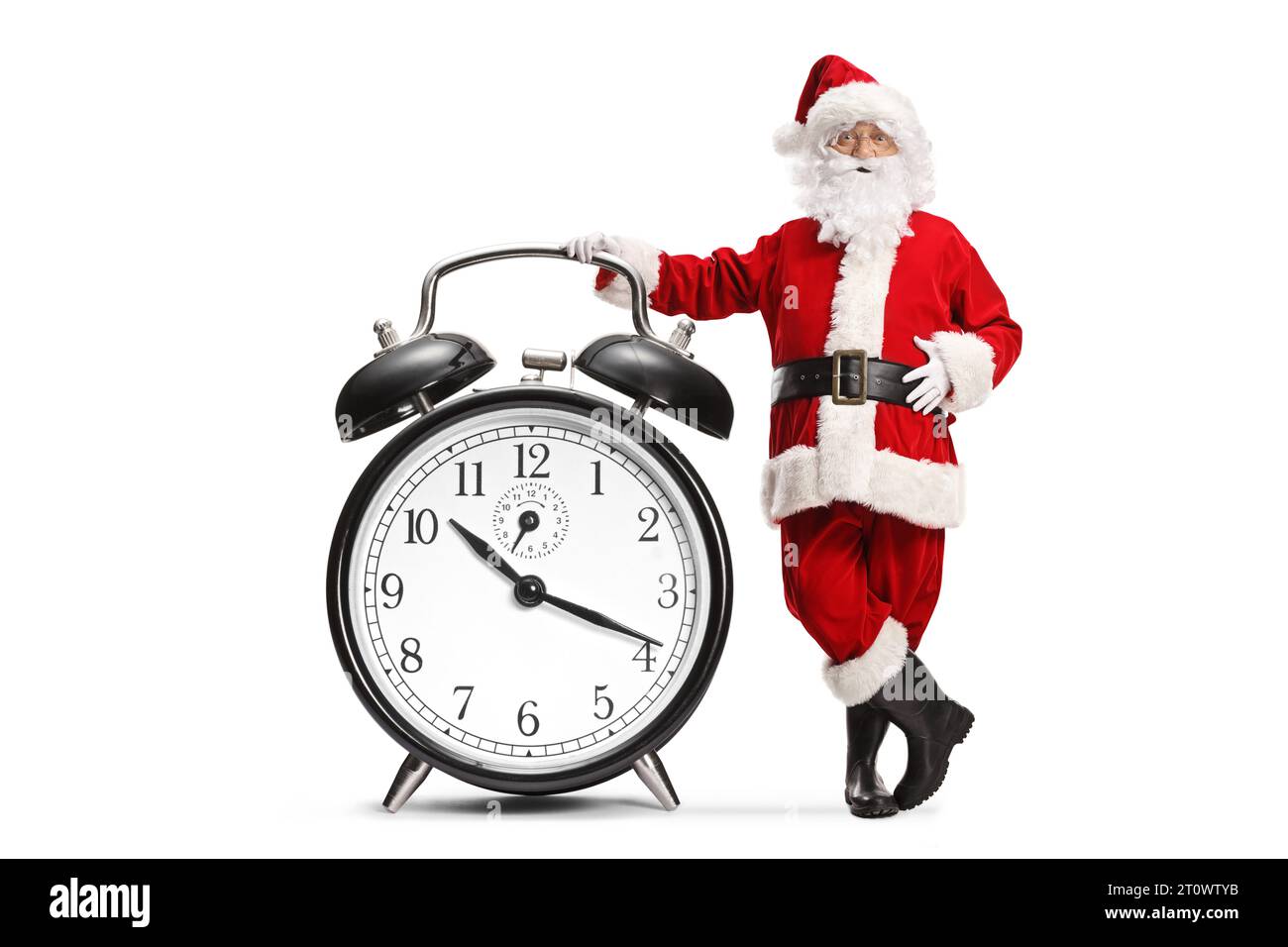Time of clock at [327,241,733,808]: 10:18
